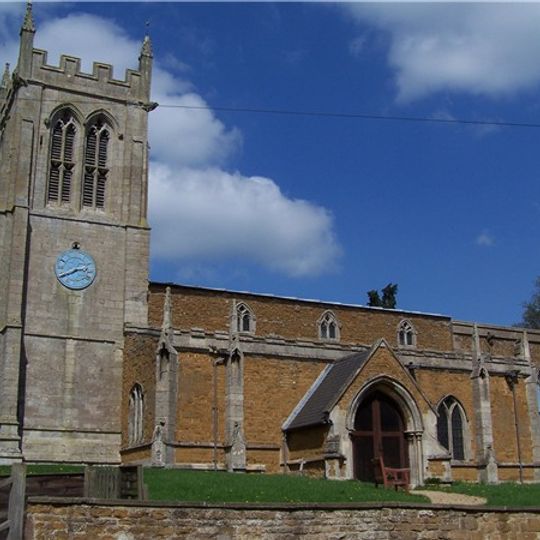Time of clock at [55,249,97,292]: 2:40
